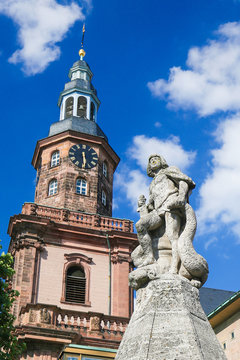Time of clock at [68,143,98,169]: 5:29
